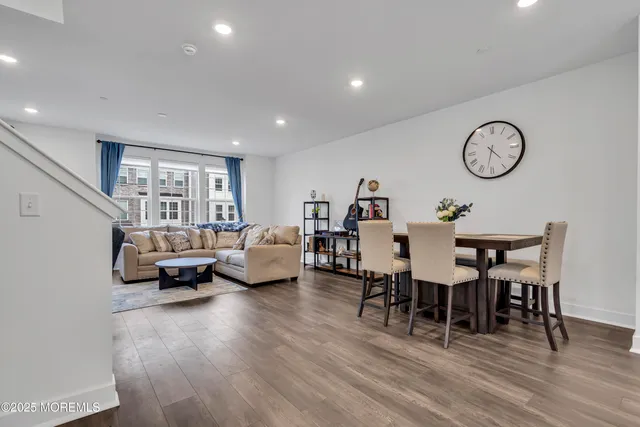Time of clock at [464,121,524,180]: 4:32
